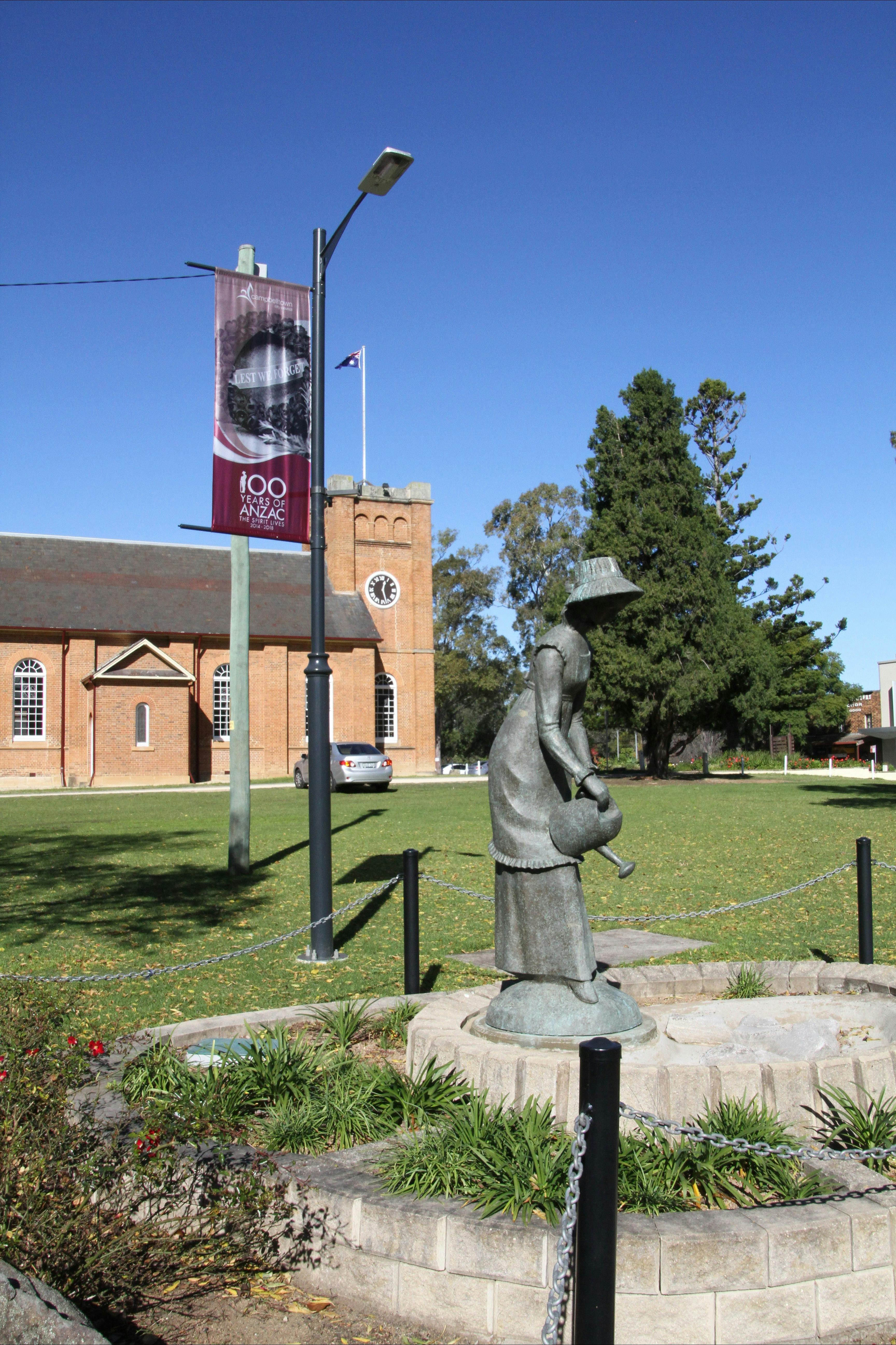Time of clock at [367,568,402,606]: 12:27
